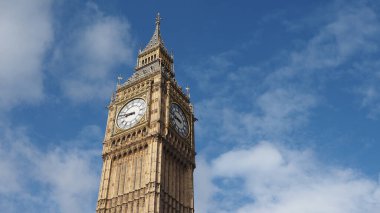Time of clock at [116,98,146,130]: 8:46
